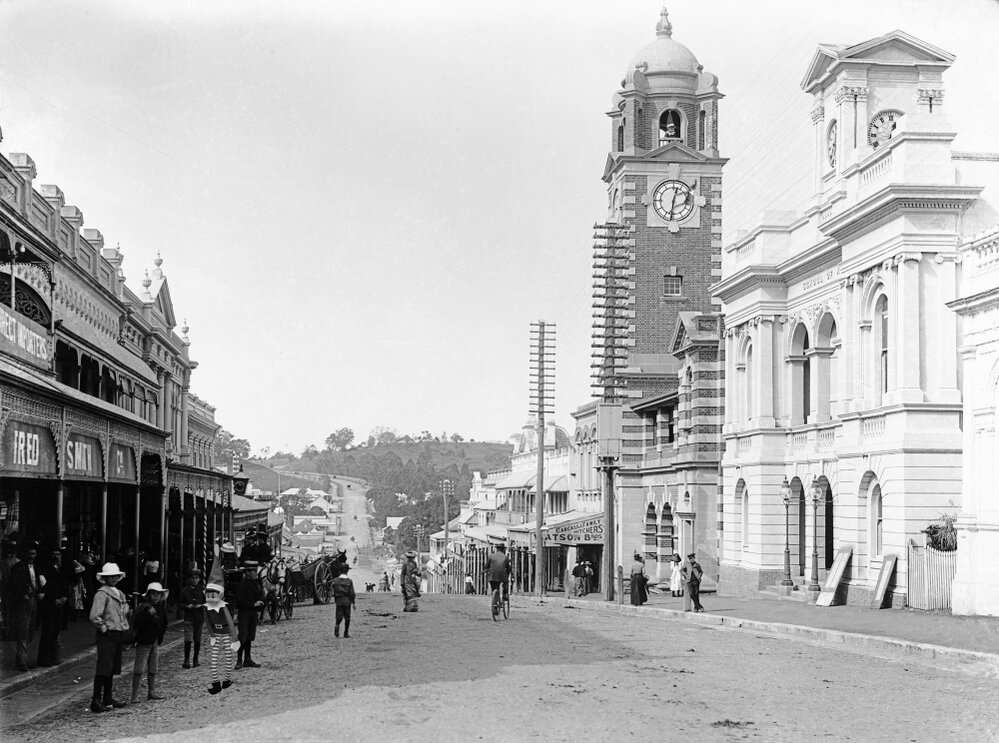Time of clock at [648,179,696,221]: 12:31
